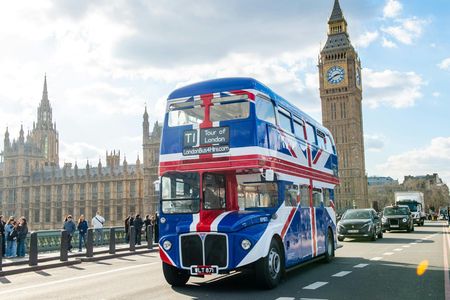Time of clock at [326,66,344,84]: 2:40
